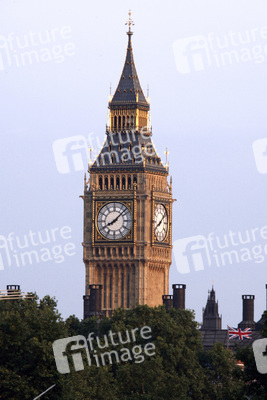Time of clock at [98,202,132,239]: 8:07
